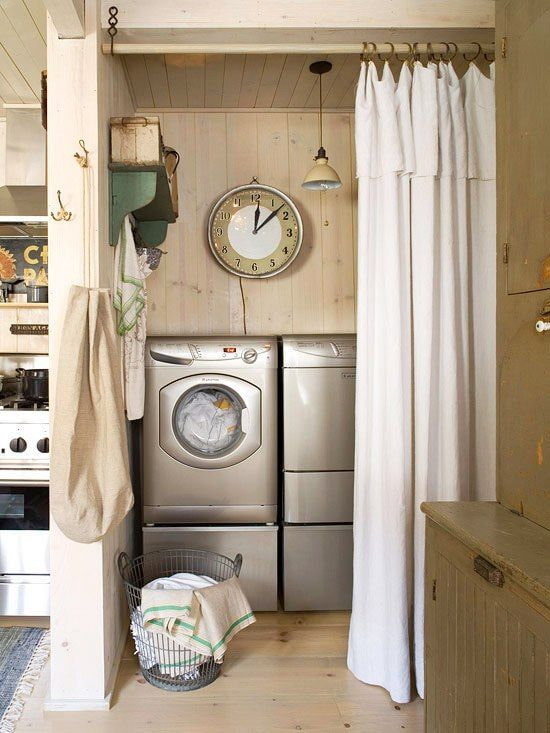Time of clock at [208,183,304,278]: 12:07
